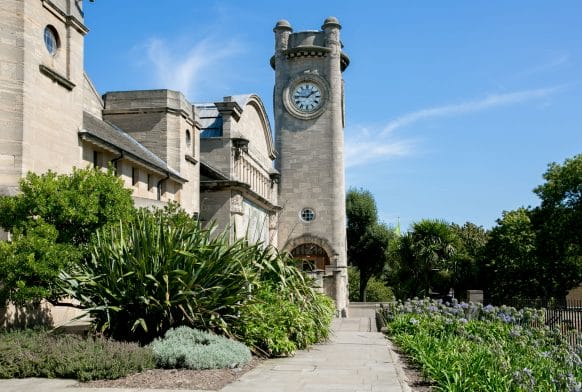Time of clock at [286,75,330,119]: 1:45
